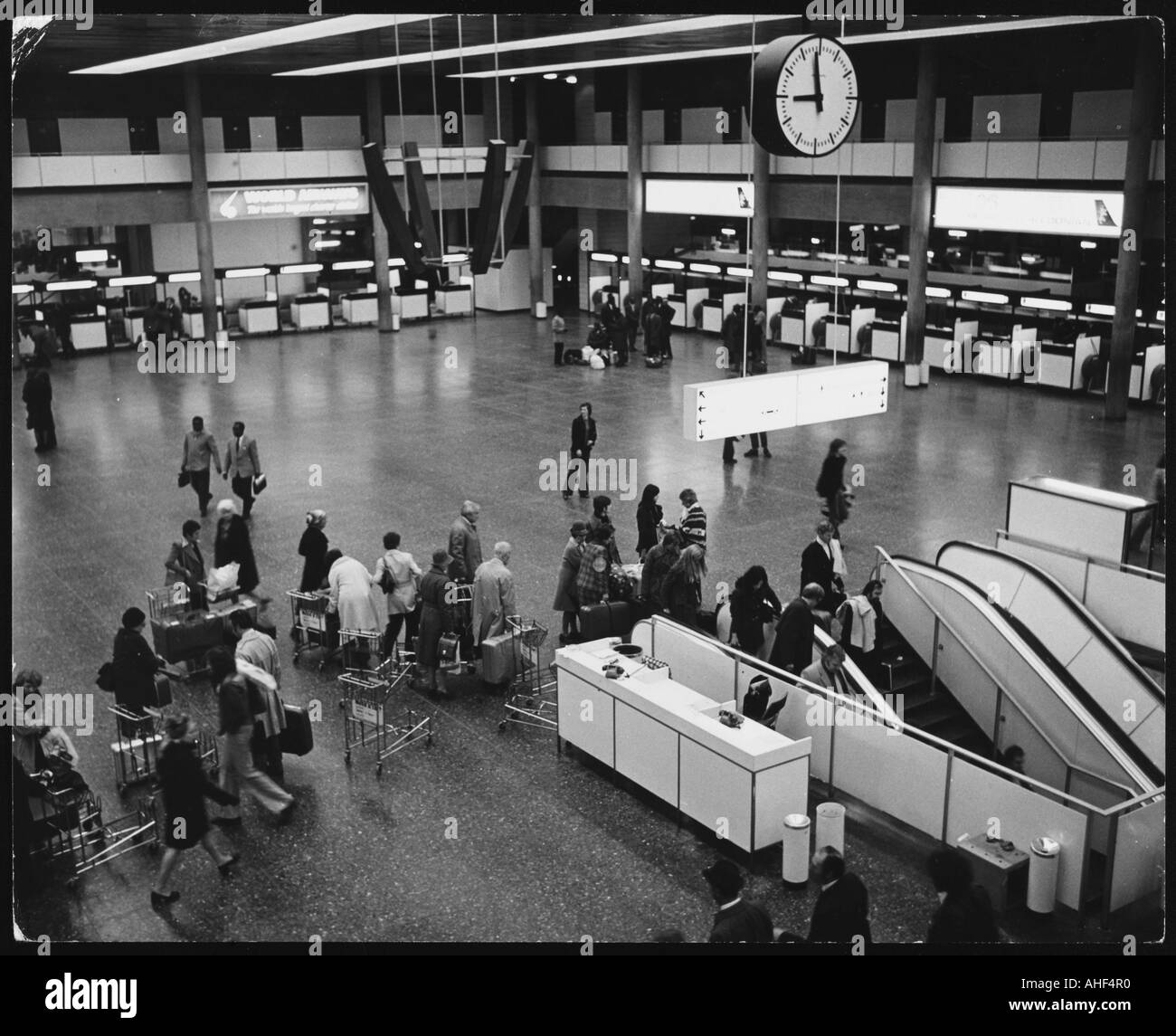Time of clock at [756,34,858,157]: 8:58
